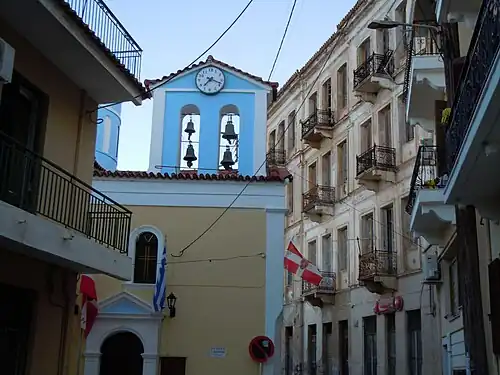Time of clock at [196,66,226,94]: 7:18
